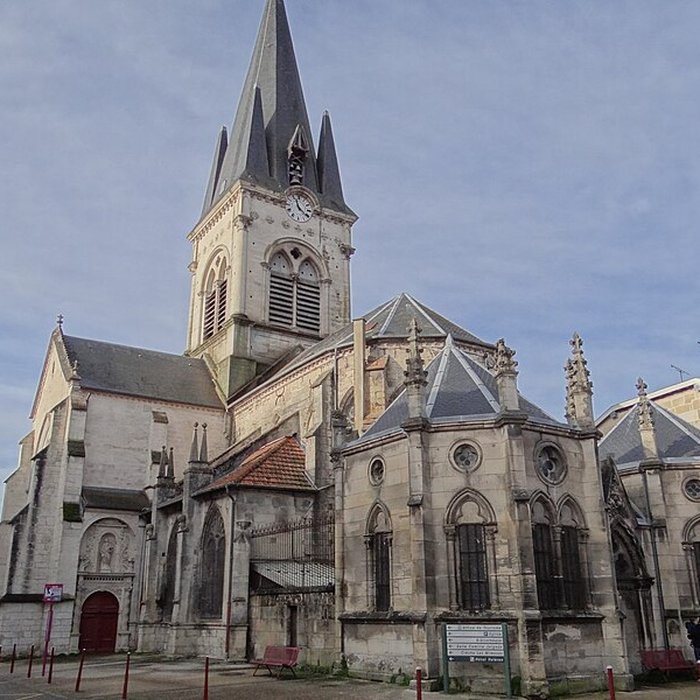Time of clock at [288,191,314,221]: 11:21
